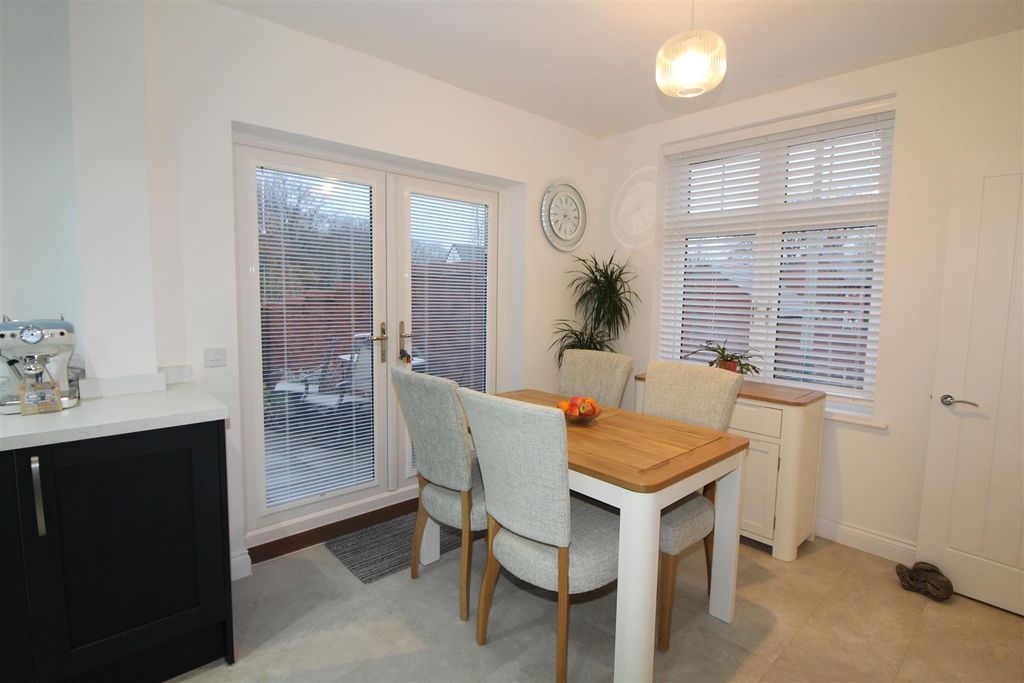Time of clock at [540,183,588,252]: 3:35
